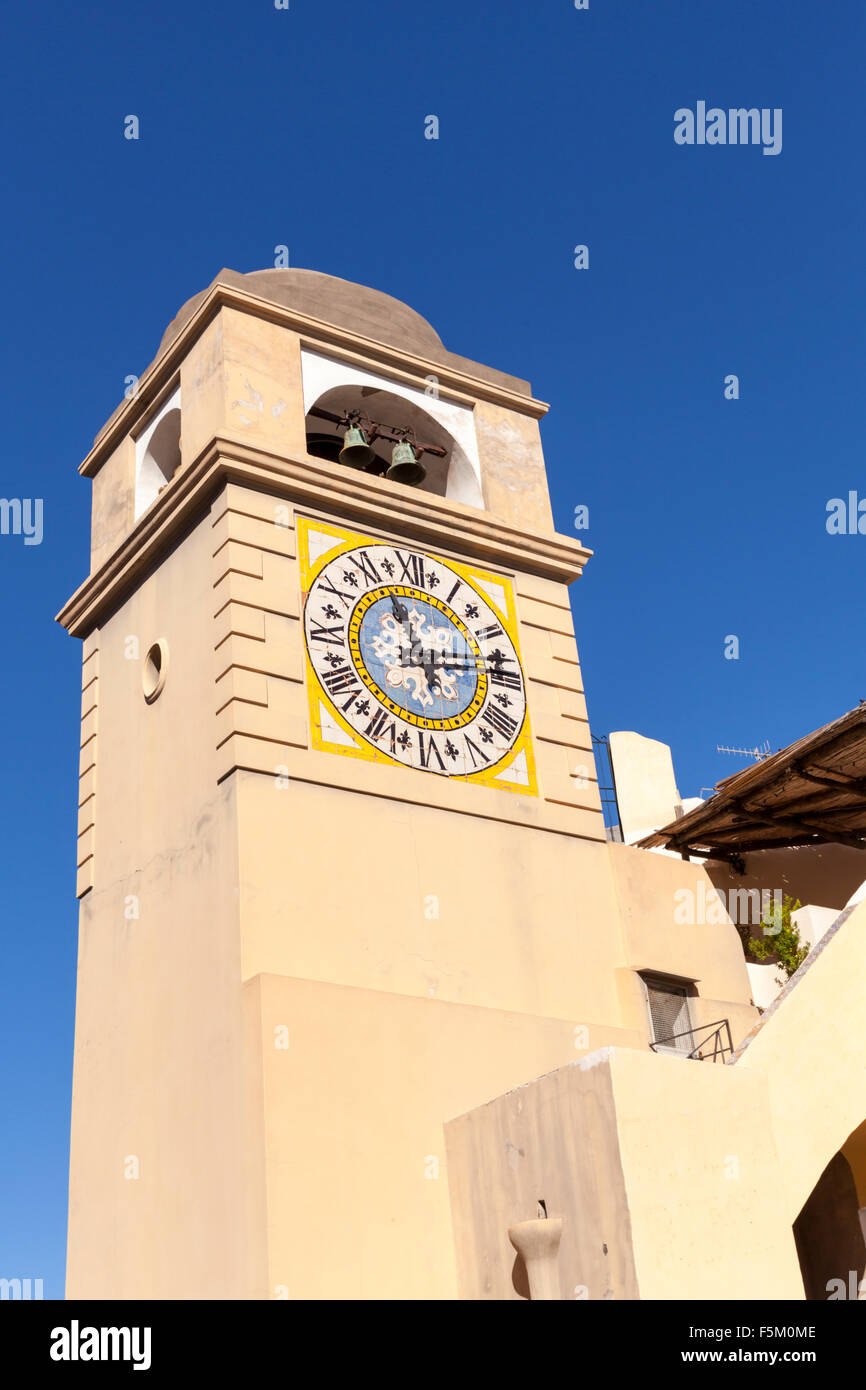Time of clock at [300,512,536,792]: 11:13
